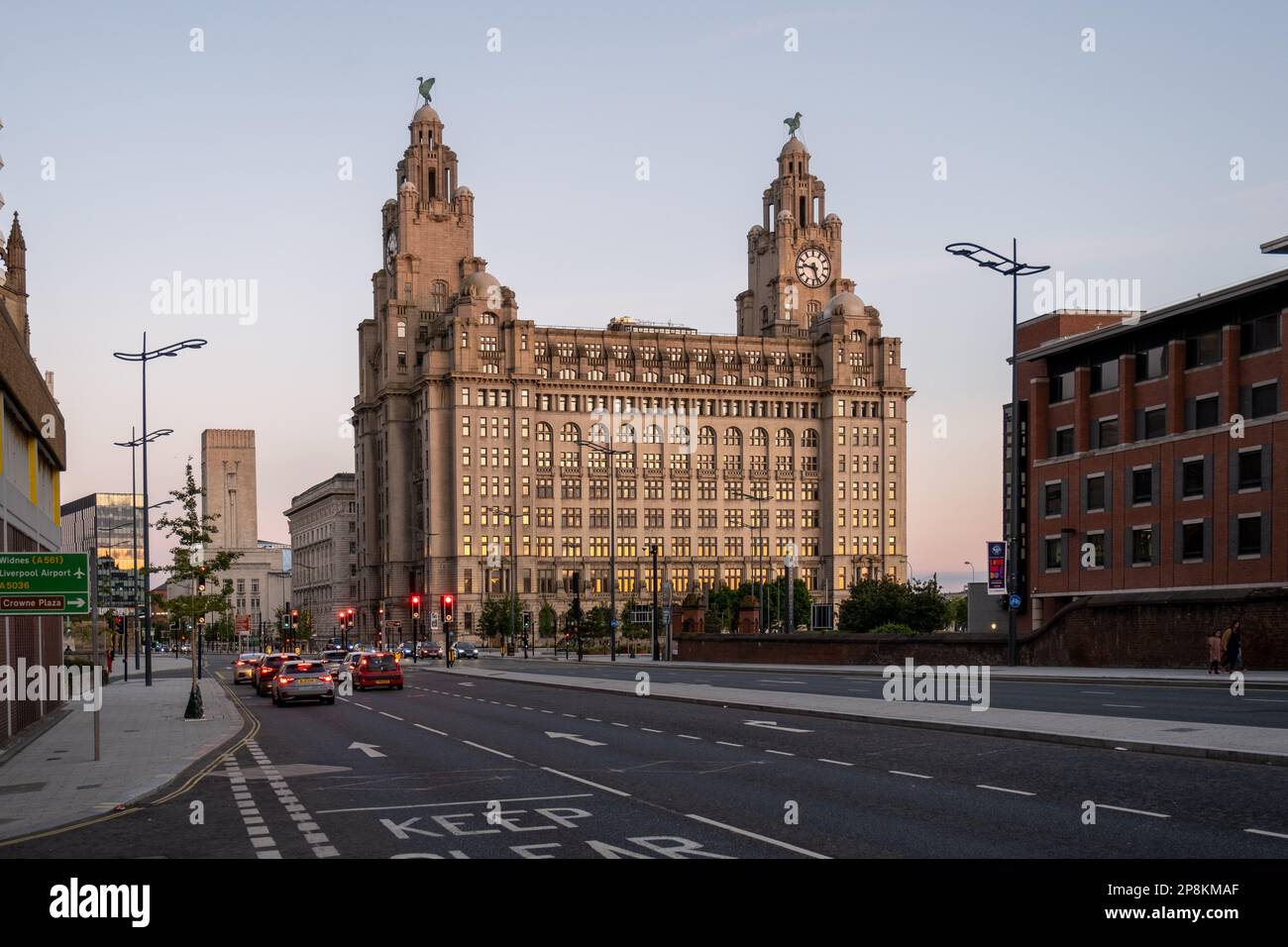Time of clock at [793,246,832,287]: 9:27
